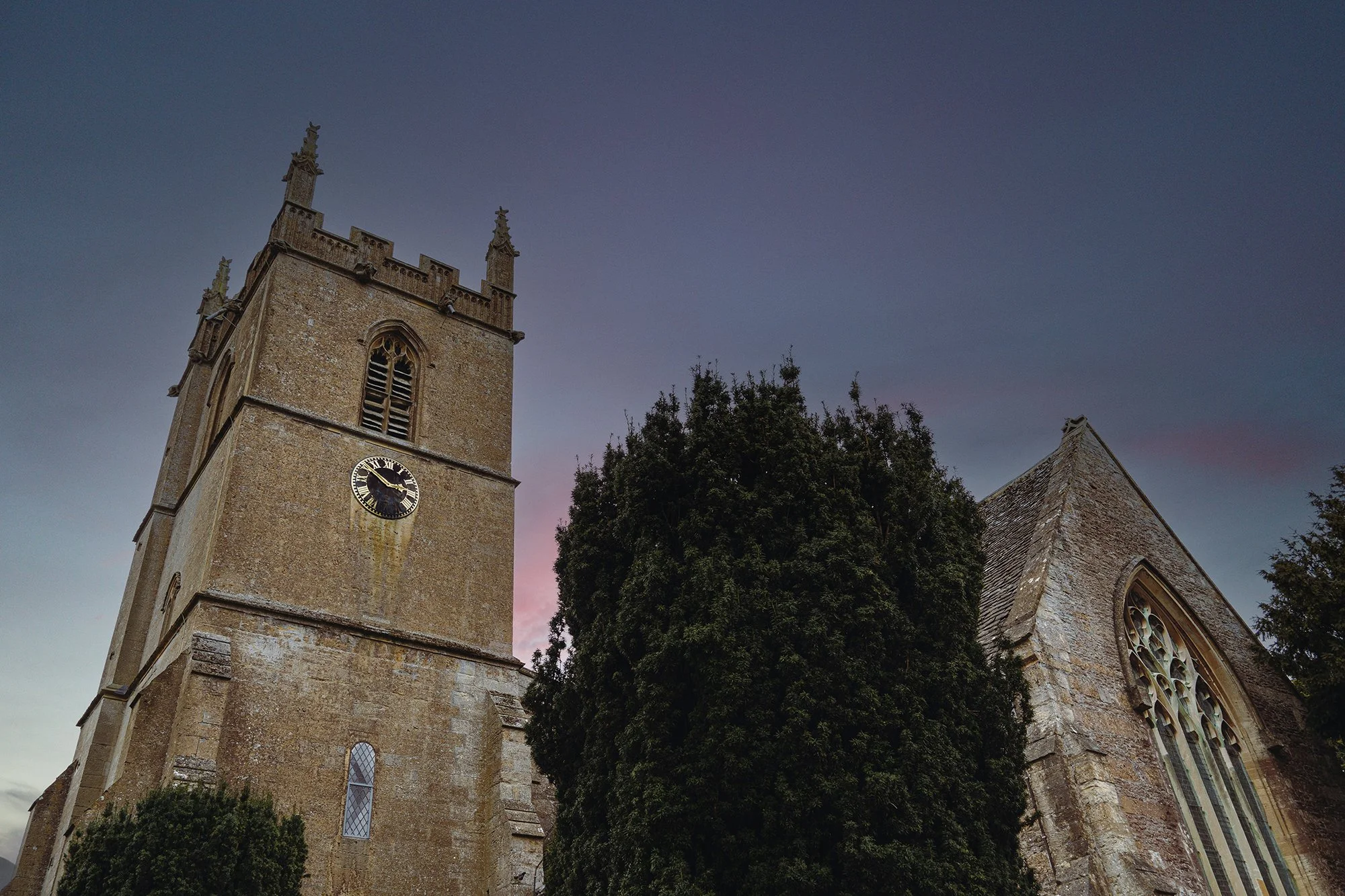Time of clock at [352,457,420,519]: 2:50
